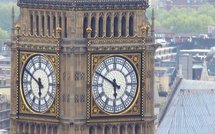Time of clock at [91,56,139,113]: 5:49
